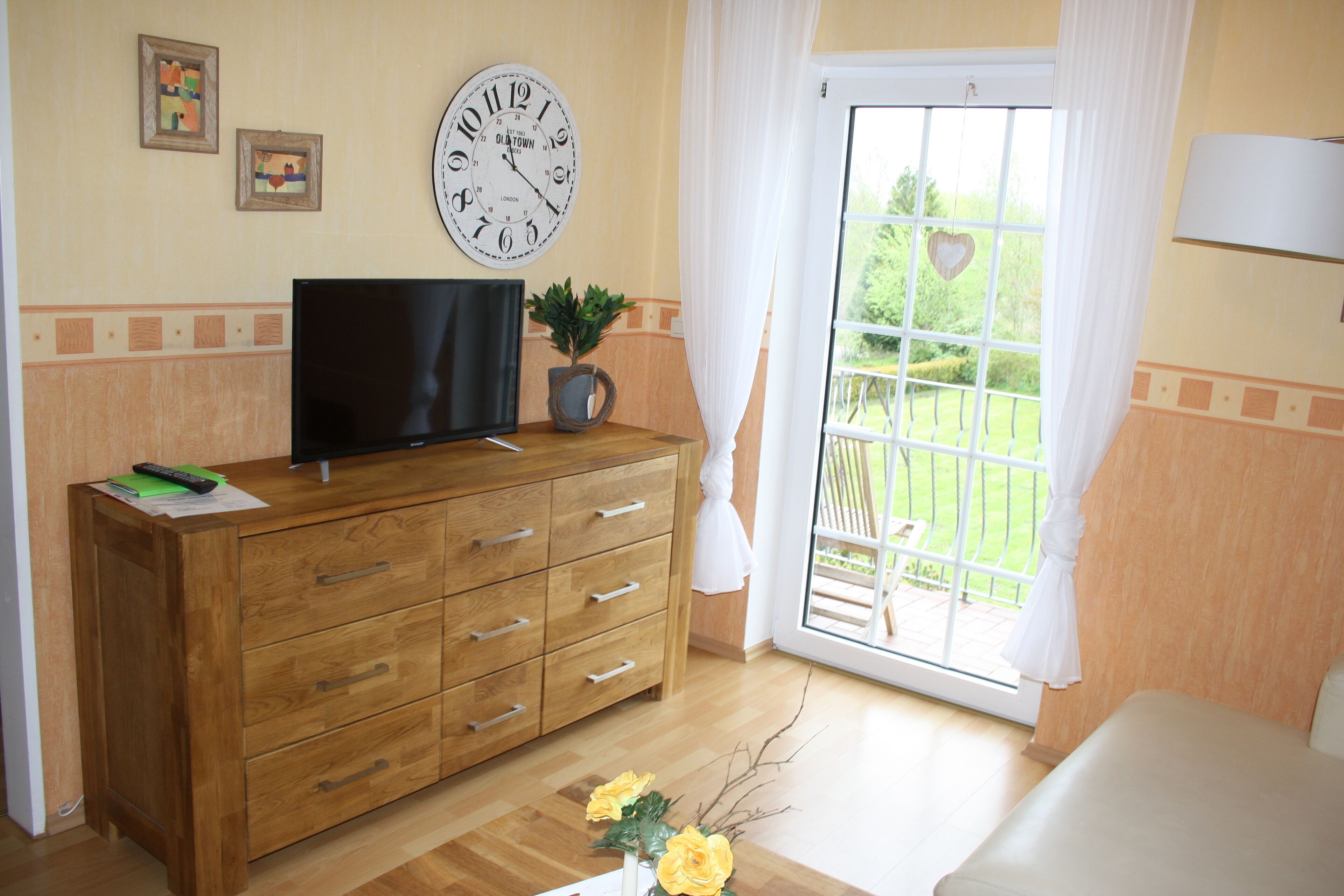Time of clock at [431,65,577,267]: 11:19
